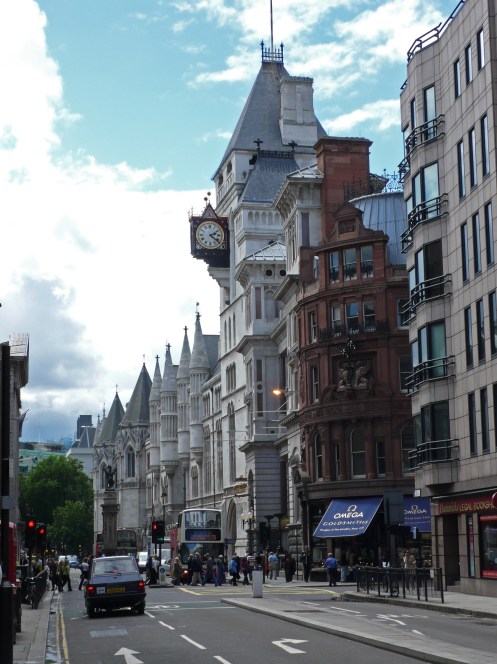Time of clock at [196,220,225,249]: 2:21
